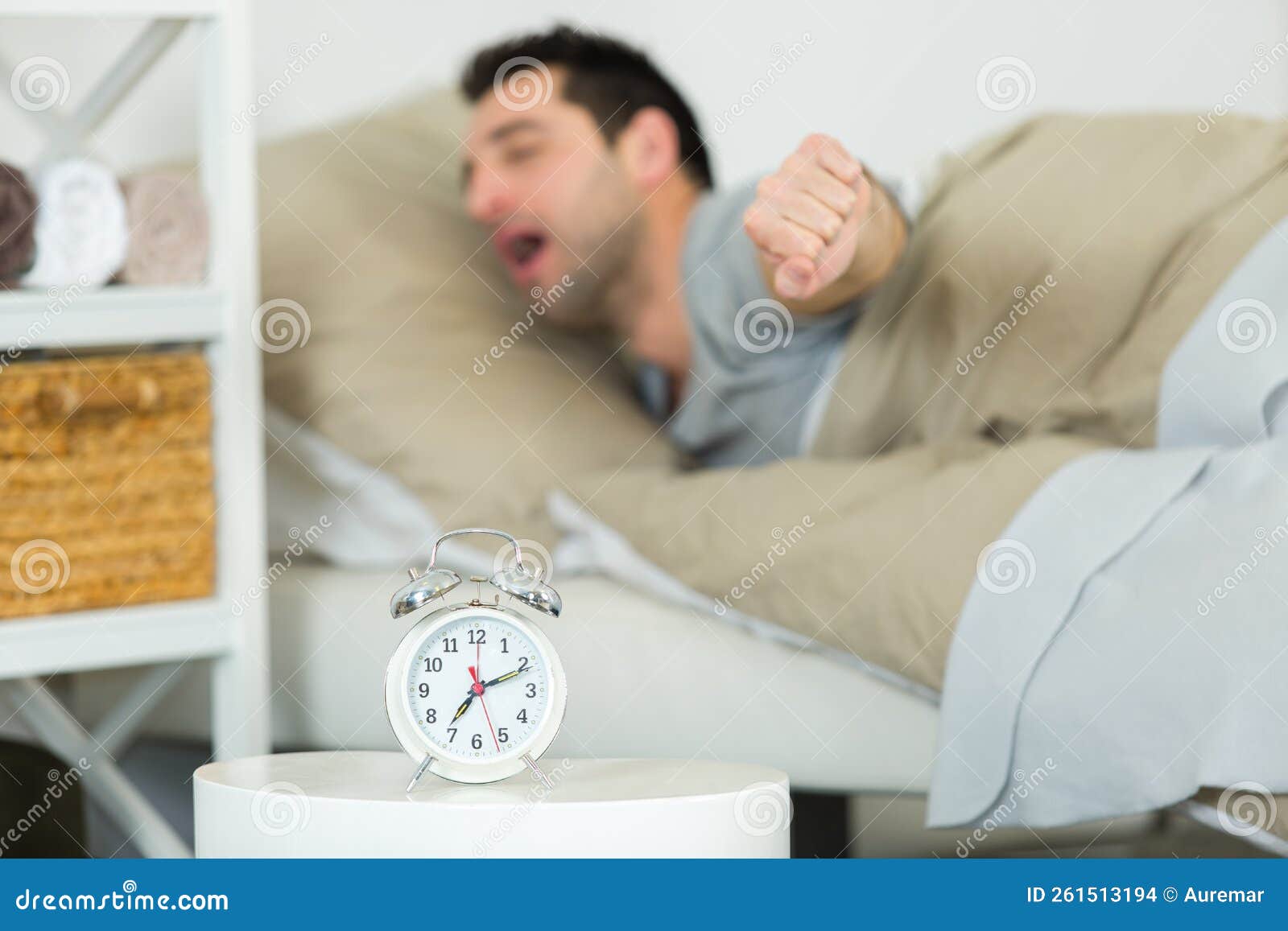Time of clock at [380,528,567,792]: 7:11
